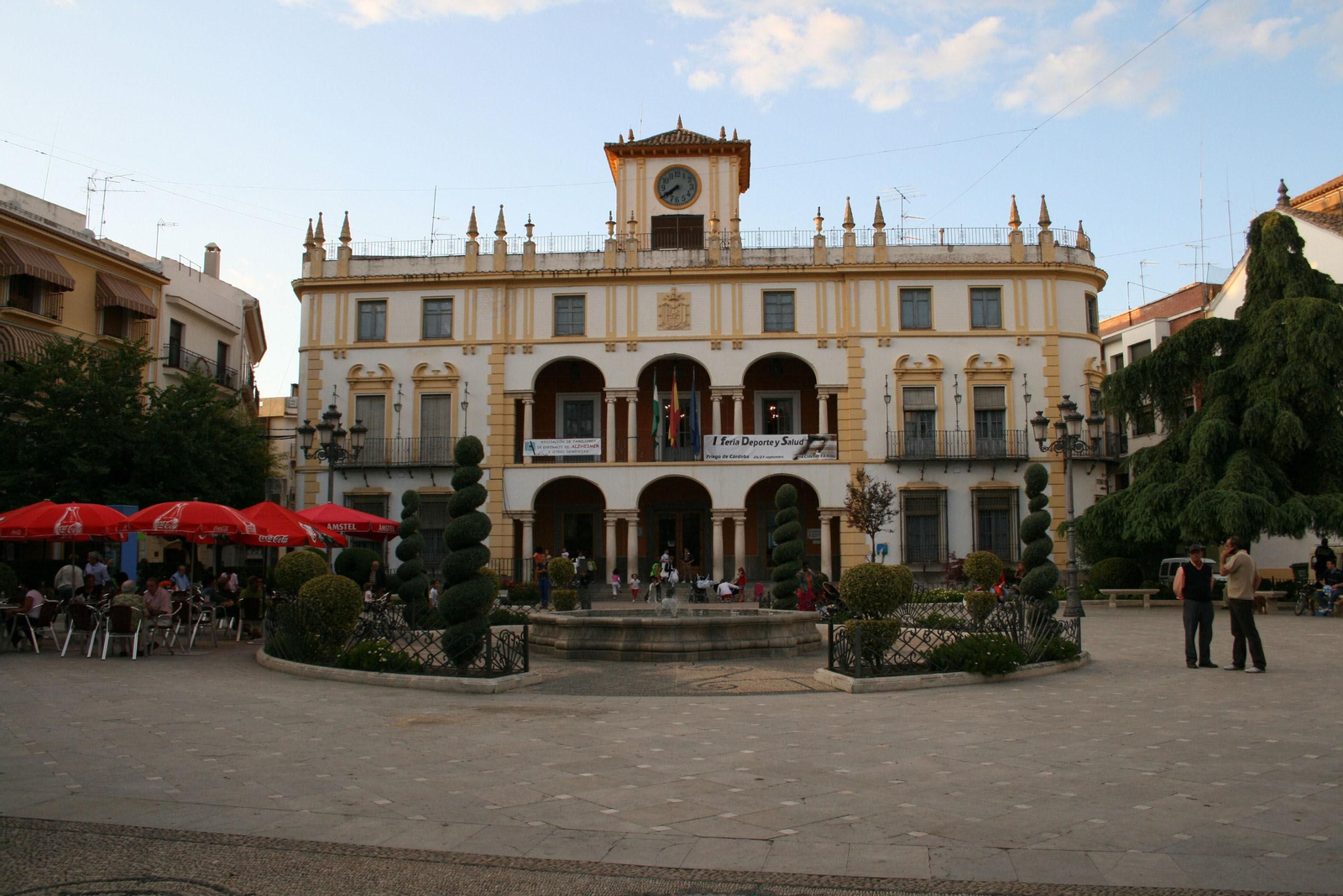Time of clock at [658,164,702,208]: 7:39
